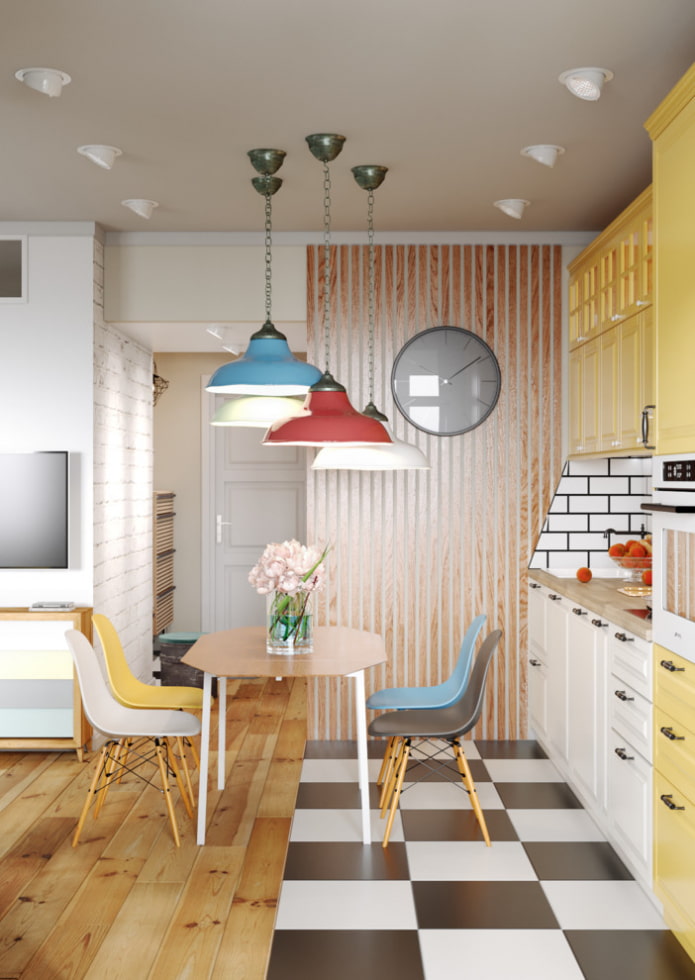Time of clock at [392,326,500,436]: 9:09
